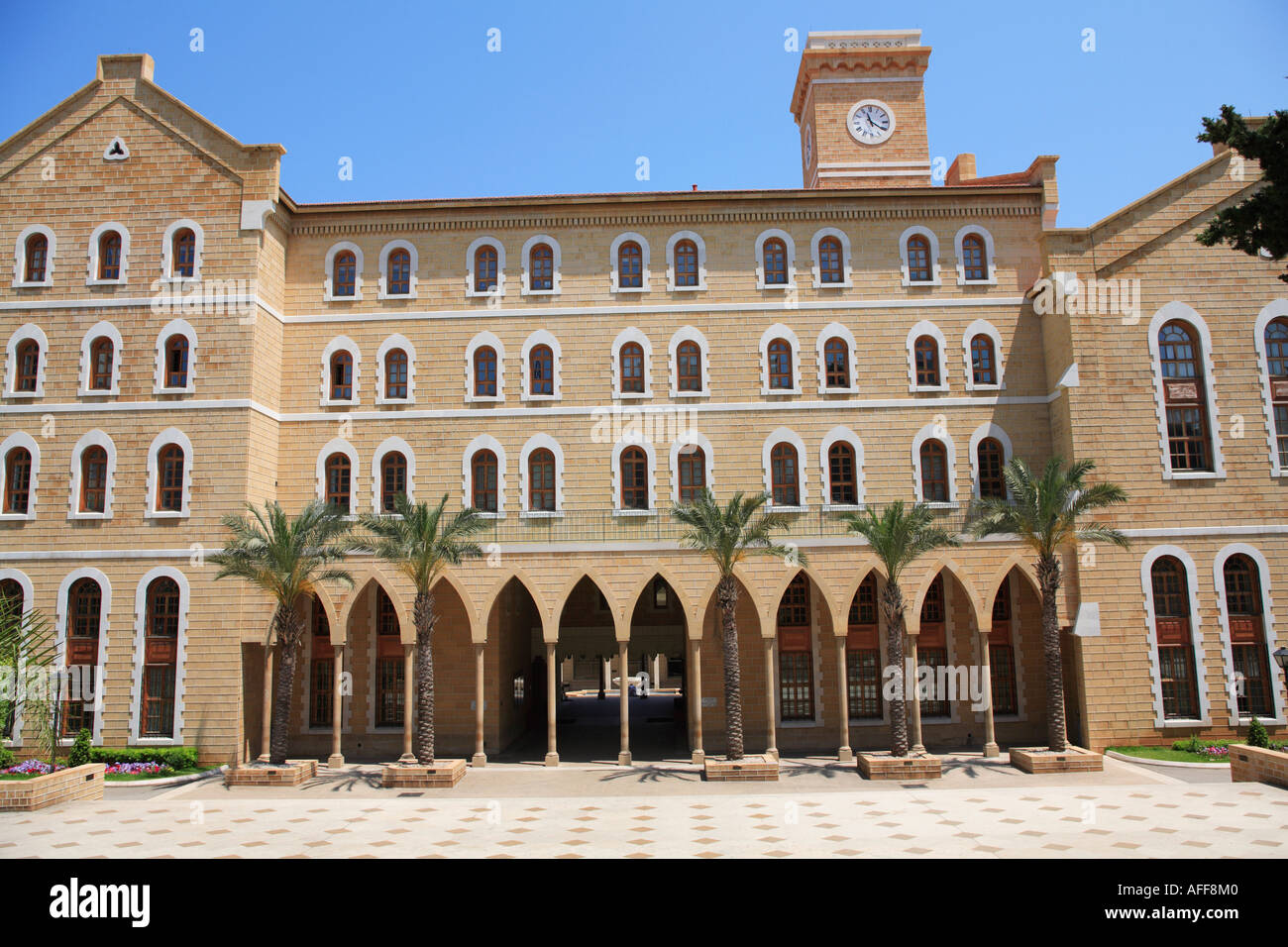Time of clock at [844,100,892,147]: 11:20
